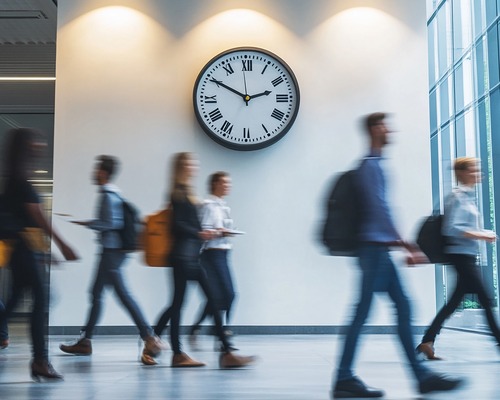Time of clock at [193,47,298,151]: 2:49
